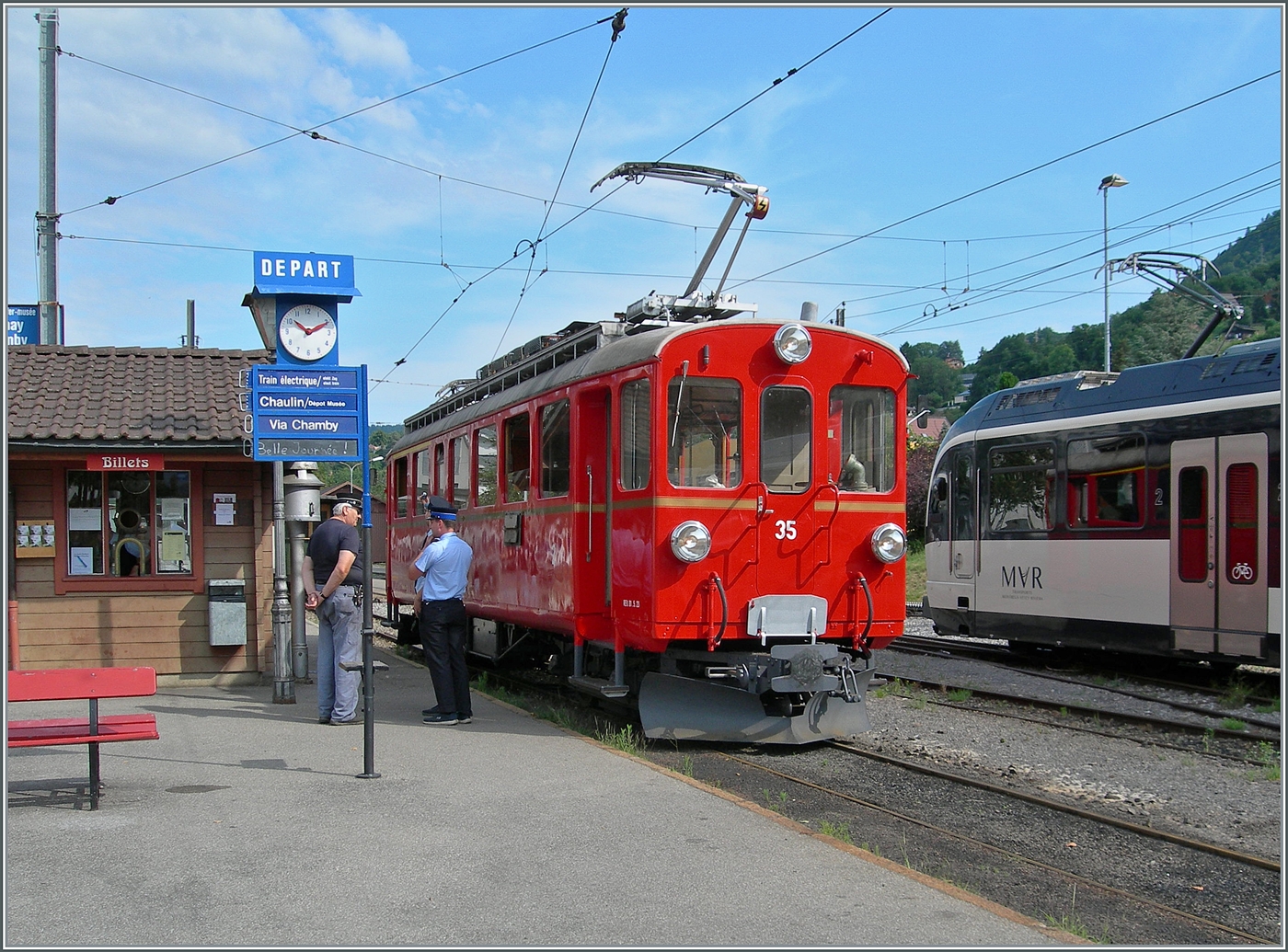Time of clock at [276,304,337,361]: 10:10
